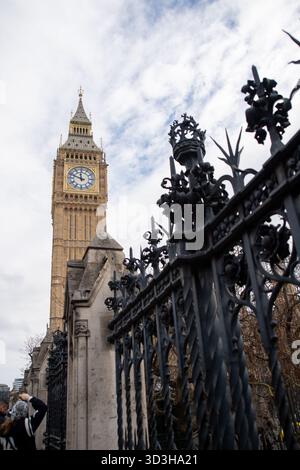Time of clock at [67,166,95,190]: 11:48
